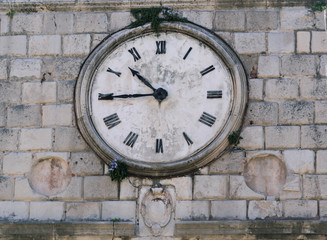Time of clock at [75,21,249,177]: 10:44
